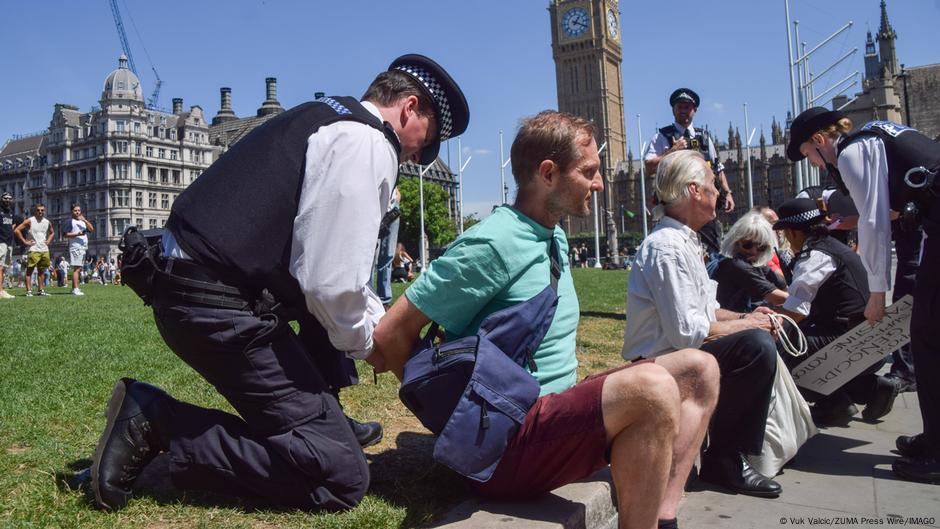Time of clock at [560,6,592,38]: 1:18
